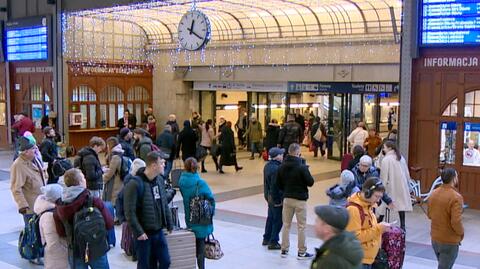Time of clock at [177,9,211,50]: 12:20
